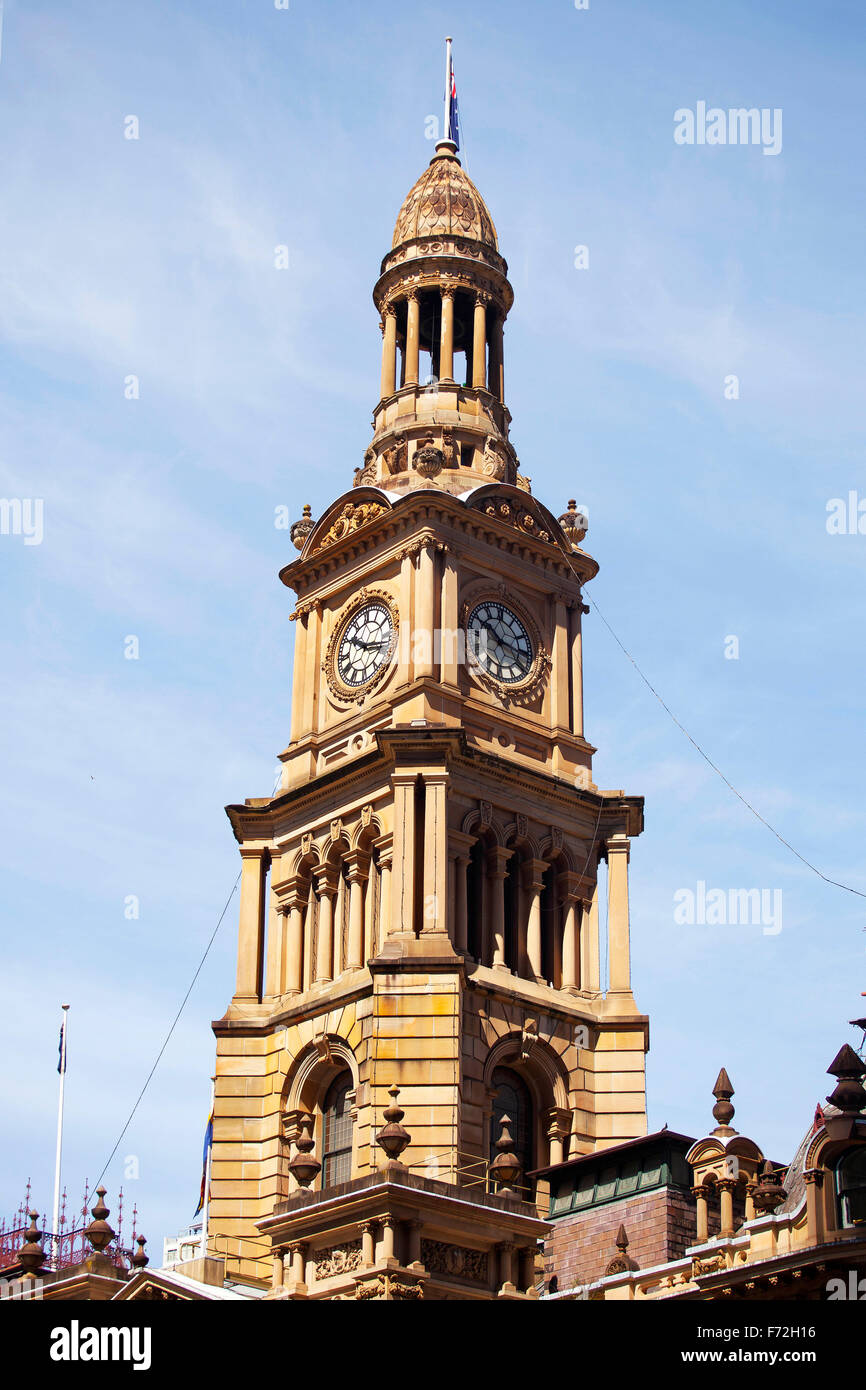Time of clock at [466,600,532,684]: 10:16
